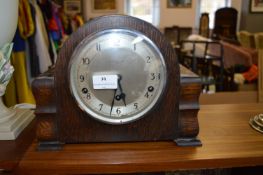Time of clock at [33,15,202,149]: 5:32
